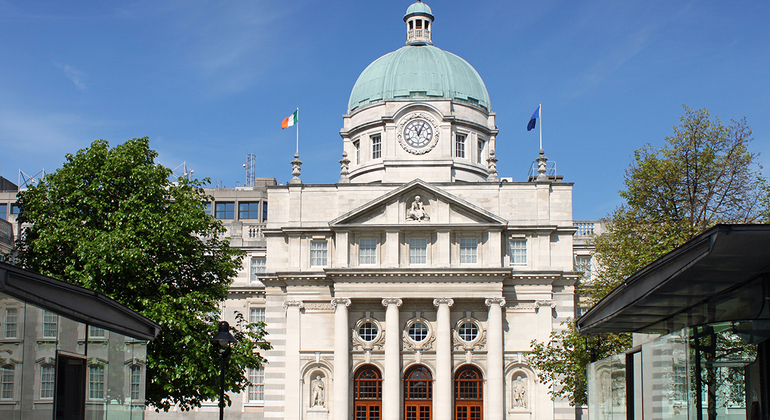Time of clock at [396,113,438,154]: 11:04
